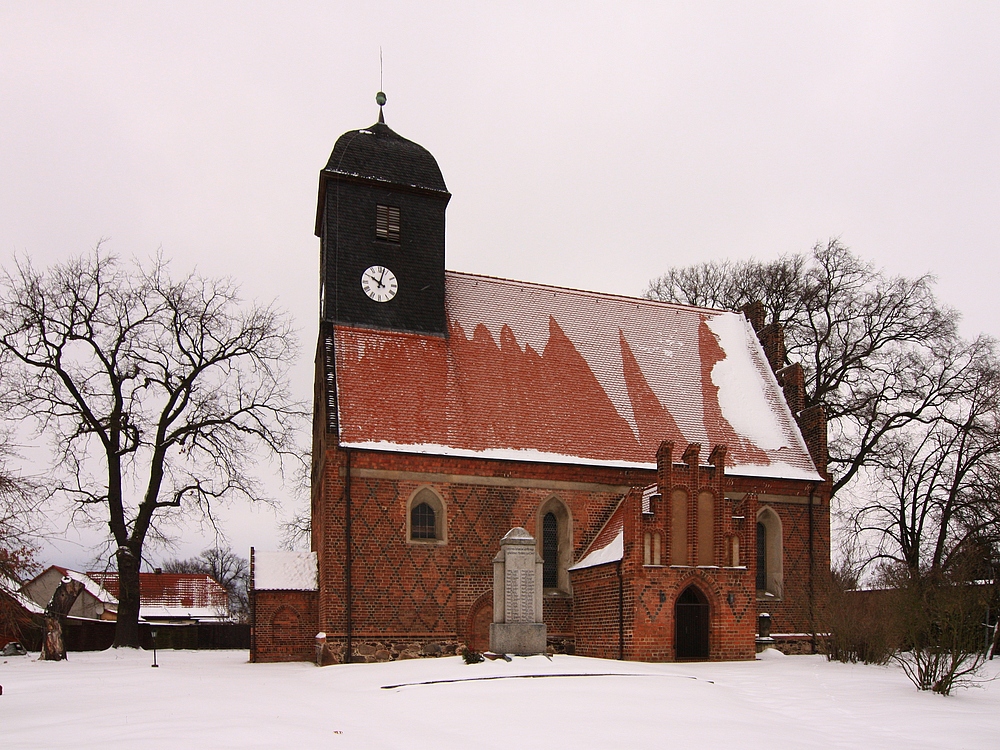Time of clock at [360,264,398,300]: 10:02
